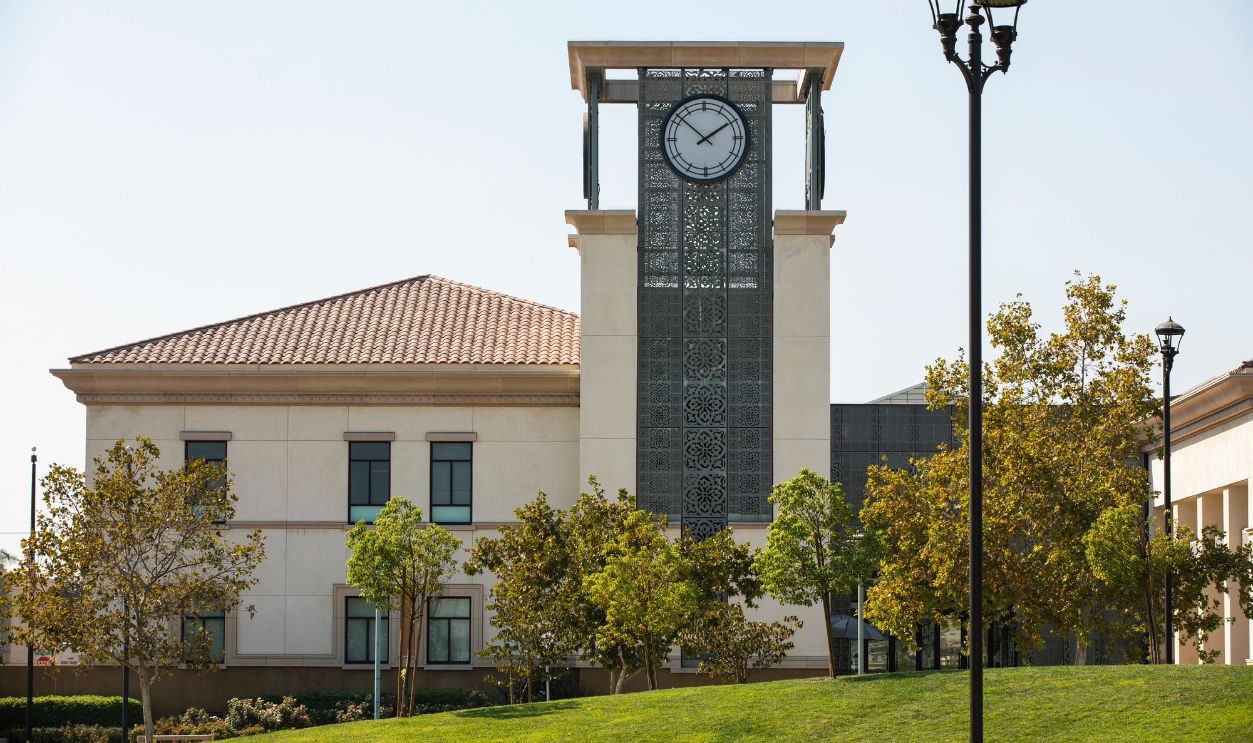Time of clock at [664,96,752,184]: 1:52
